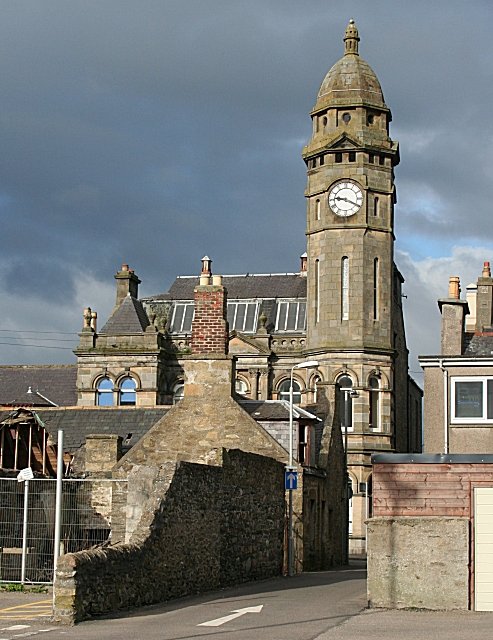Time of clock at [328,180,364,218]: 9:19
